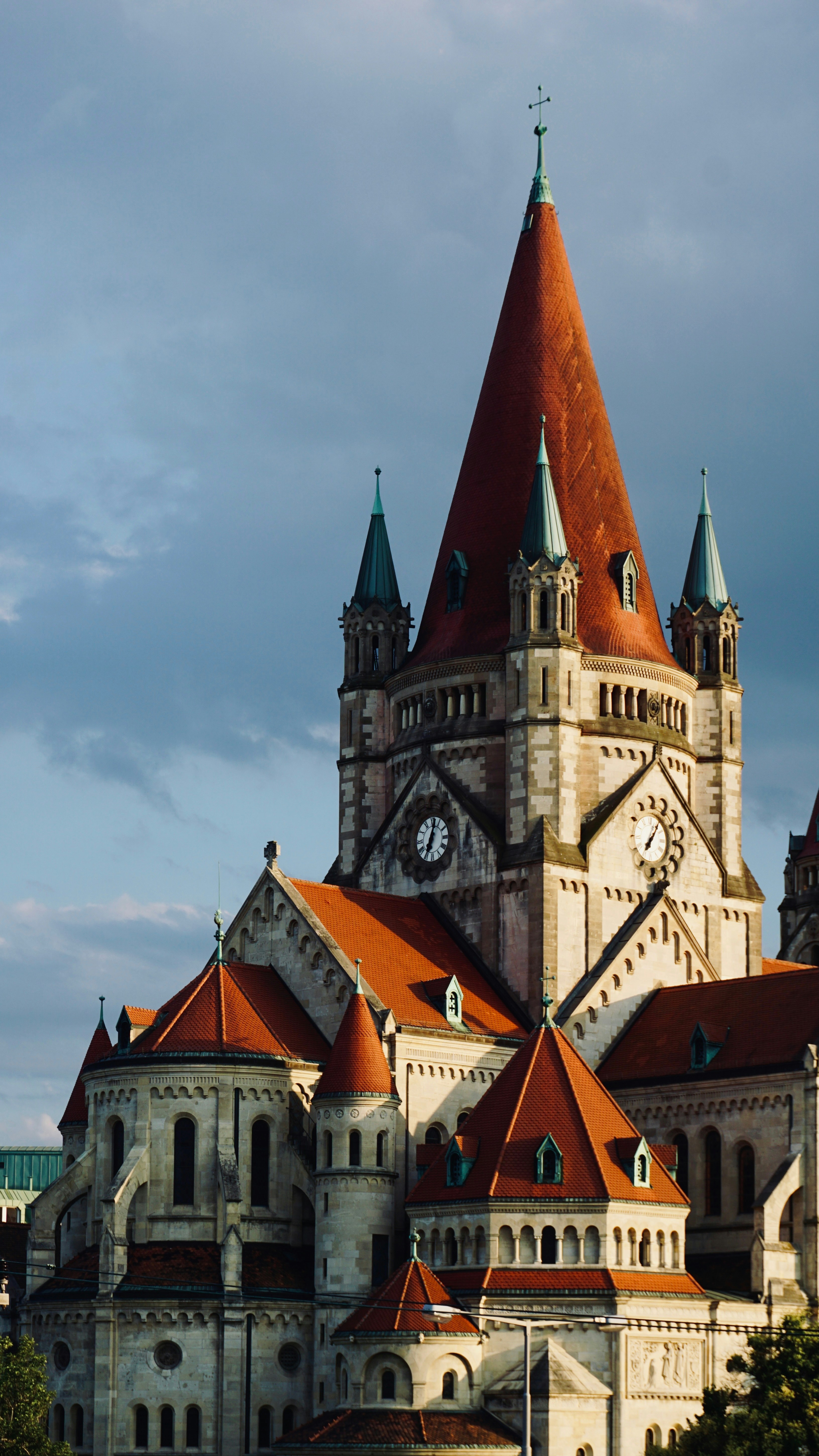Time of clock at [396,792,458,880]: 12:34
